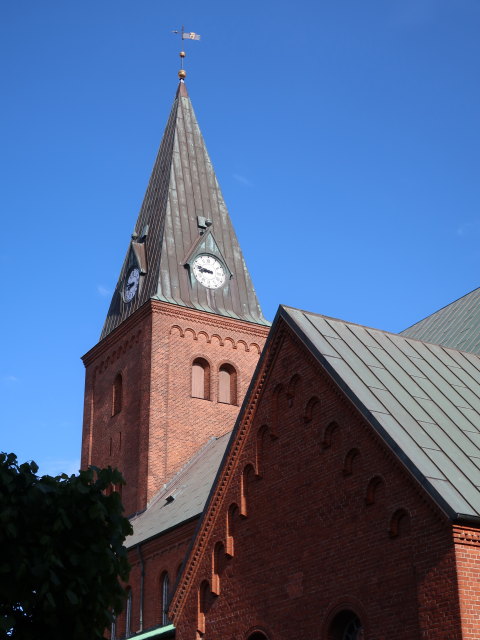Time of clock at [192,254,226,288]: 8:47
